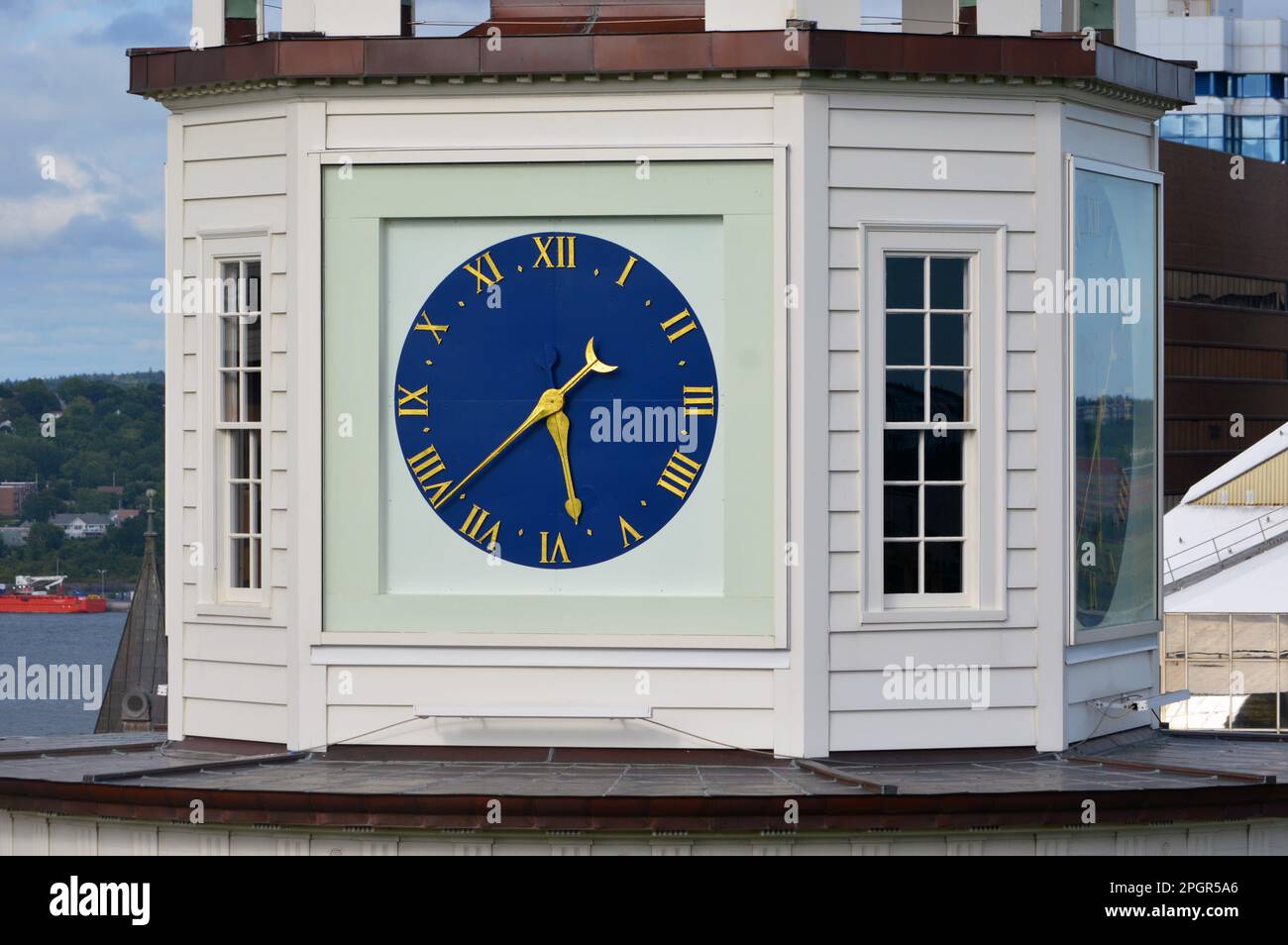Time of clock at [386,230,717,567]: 5:38
